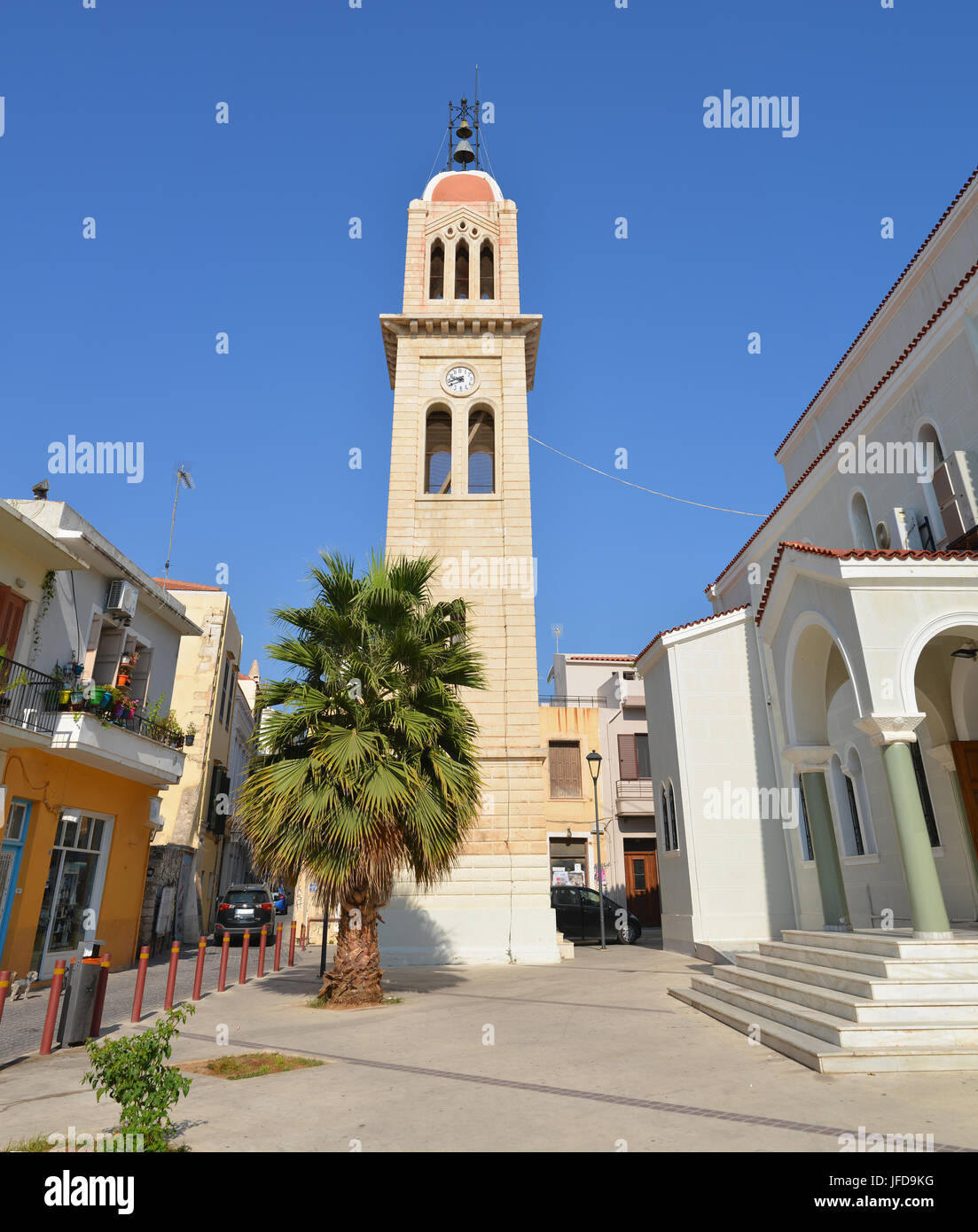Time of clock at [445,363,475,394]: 9:42
